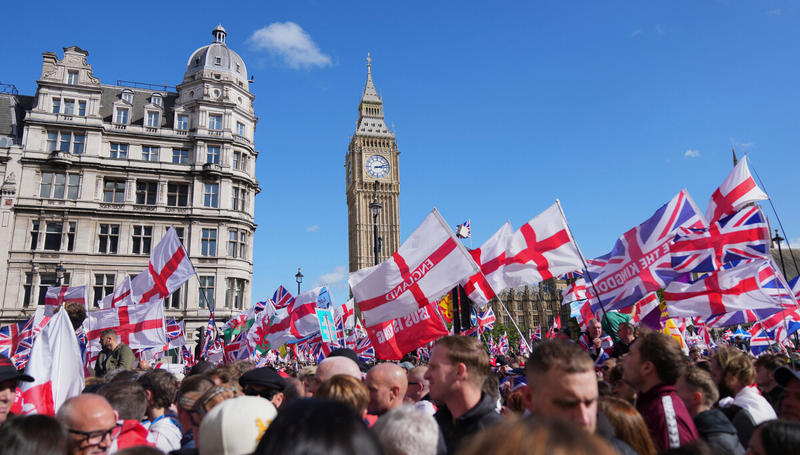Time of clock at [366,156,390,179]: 3:12
